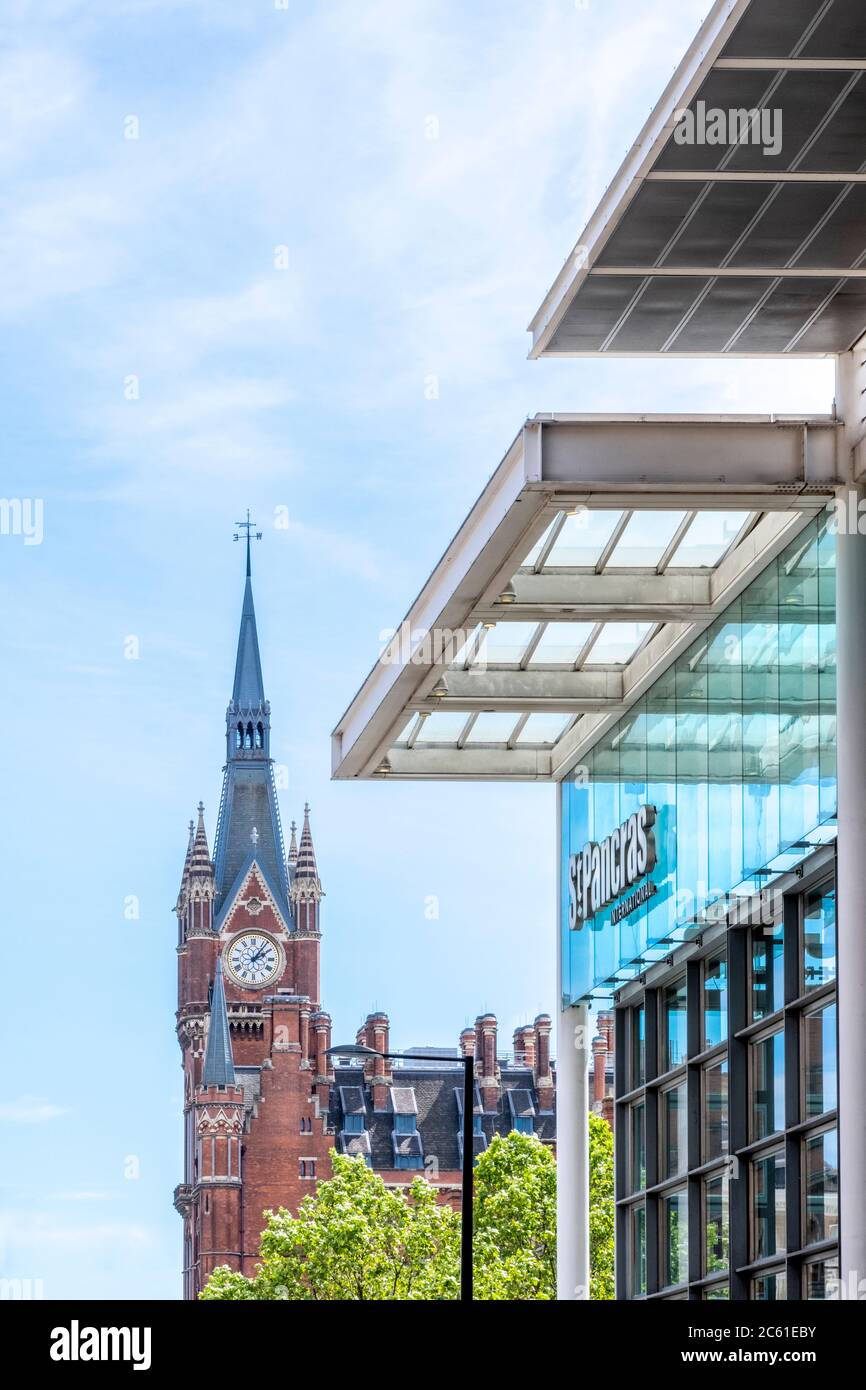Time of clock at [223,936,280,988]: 2:06
